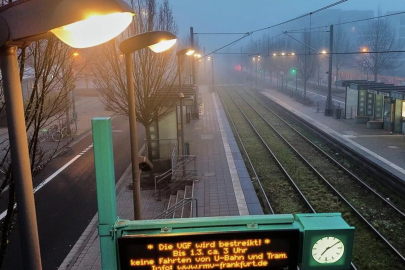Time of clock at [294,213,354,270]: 7:09
